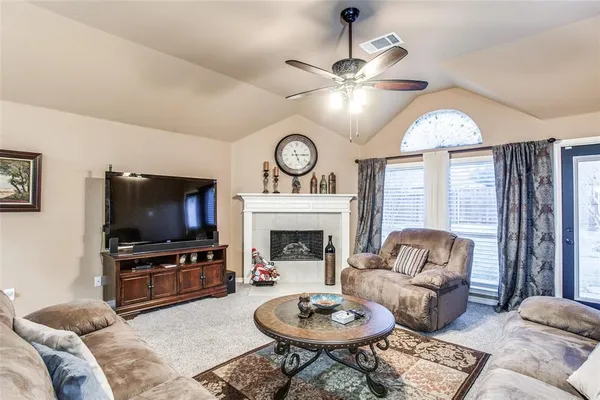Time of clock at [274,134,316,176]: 5:14
